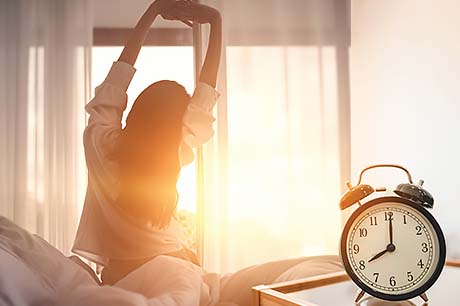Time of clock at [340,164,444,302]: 8:00
